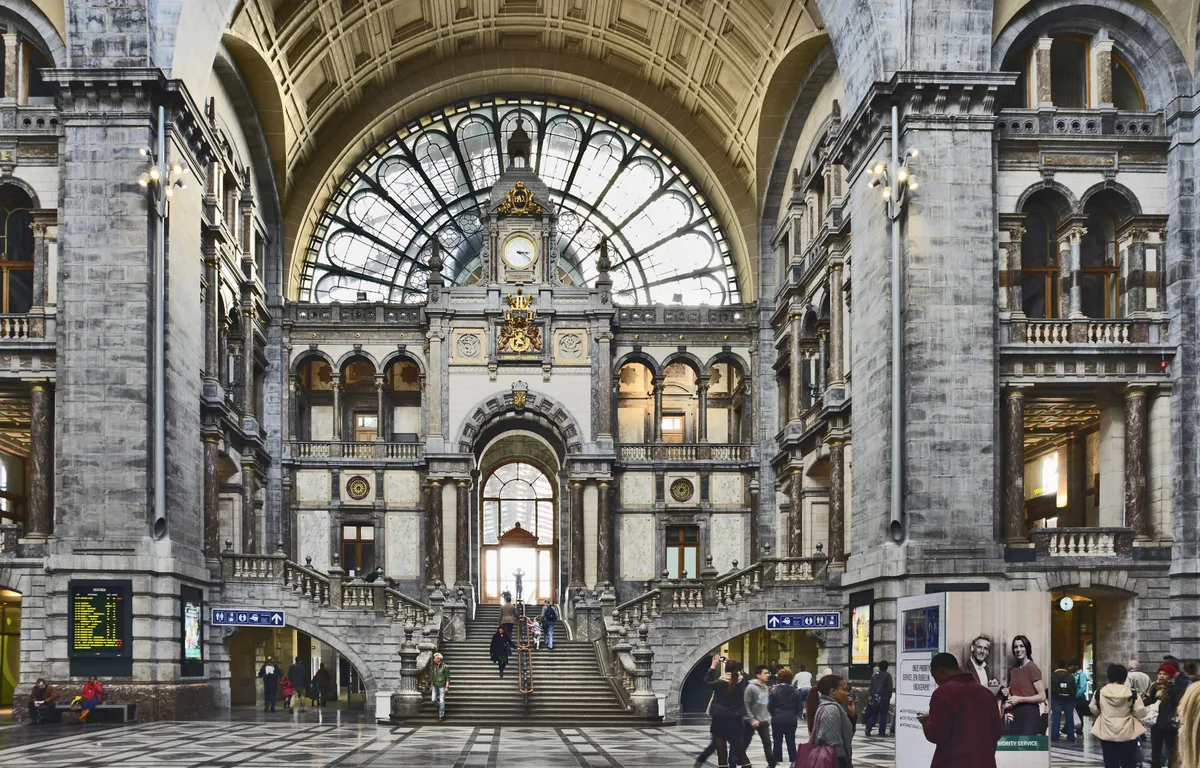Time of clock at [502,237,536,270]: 3:20
